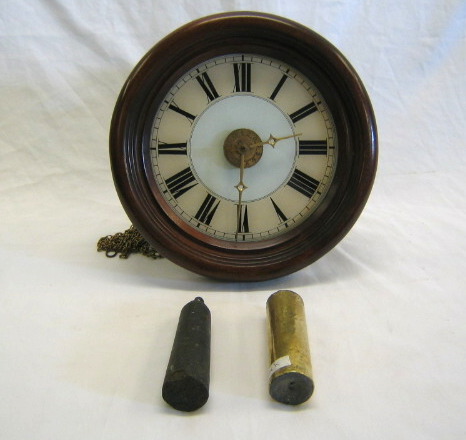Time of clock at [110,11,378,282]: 2:29
